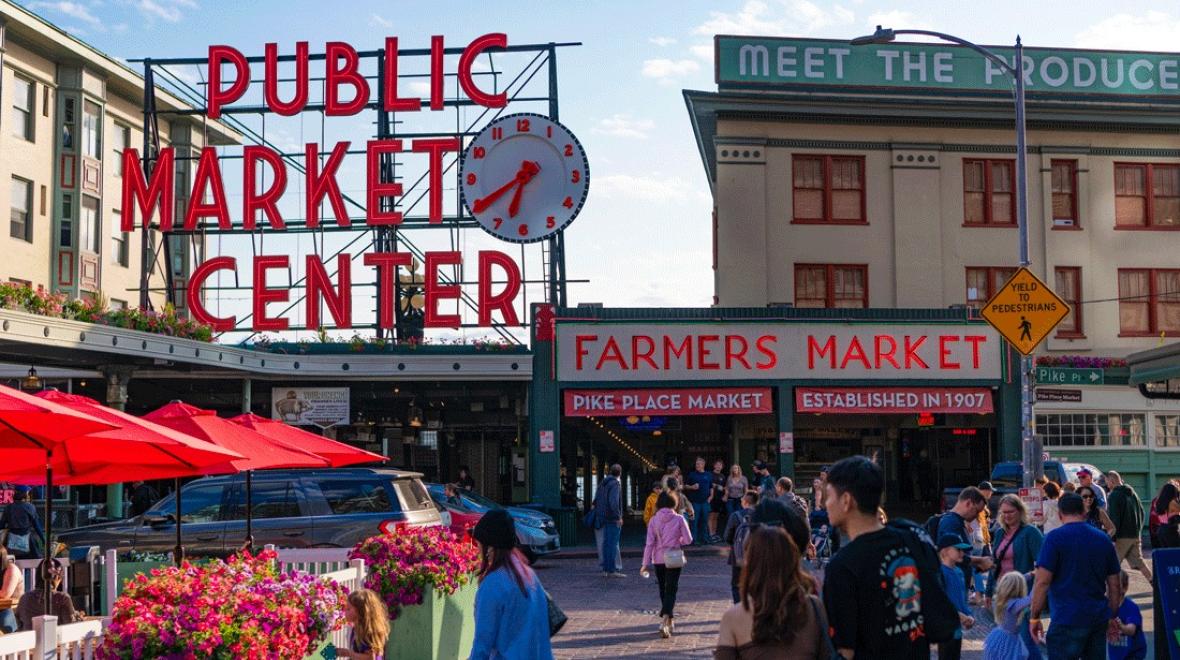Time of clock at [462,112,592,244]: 6:40
